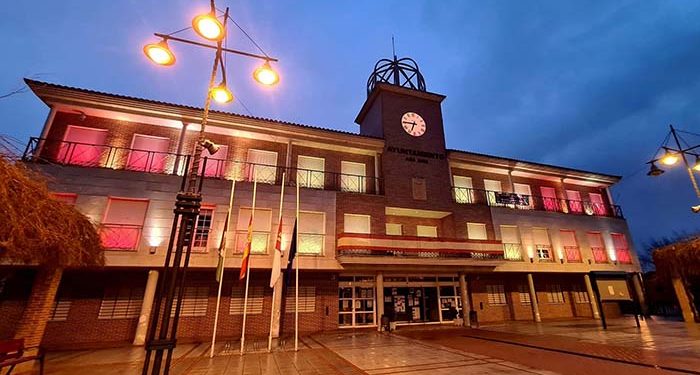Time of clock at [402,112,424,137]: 6:45
